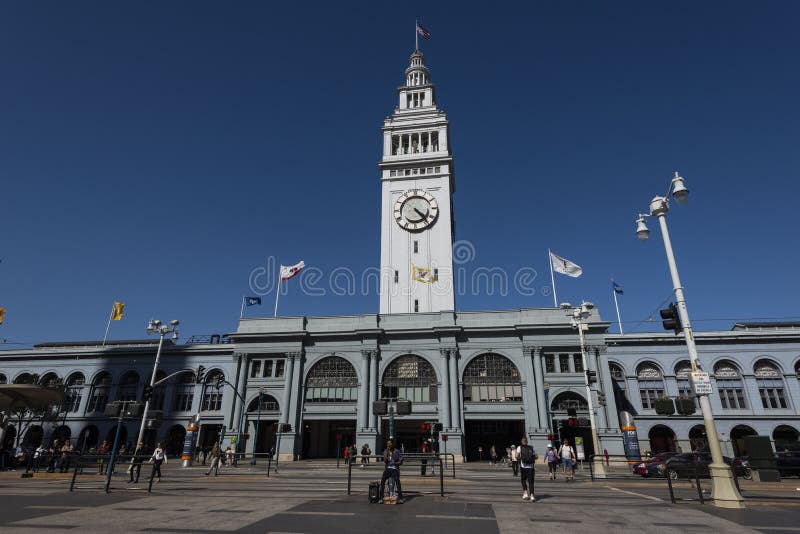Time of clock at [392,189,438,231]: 4:23
